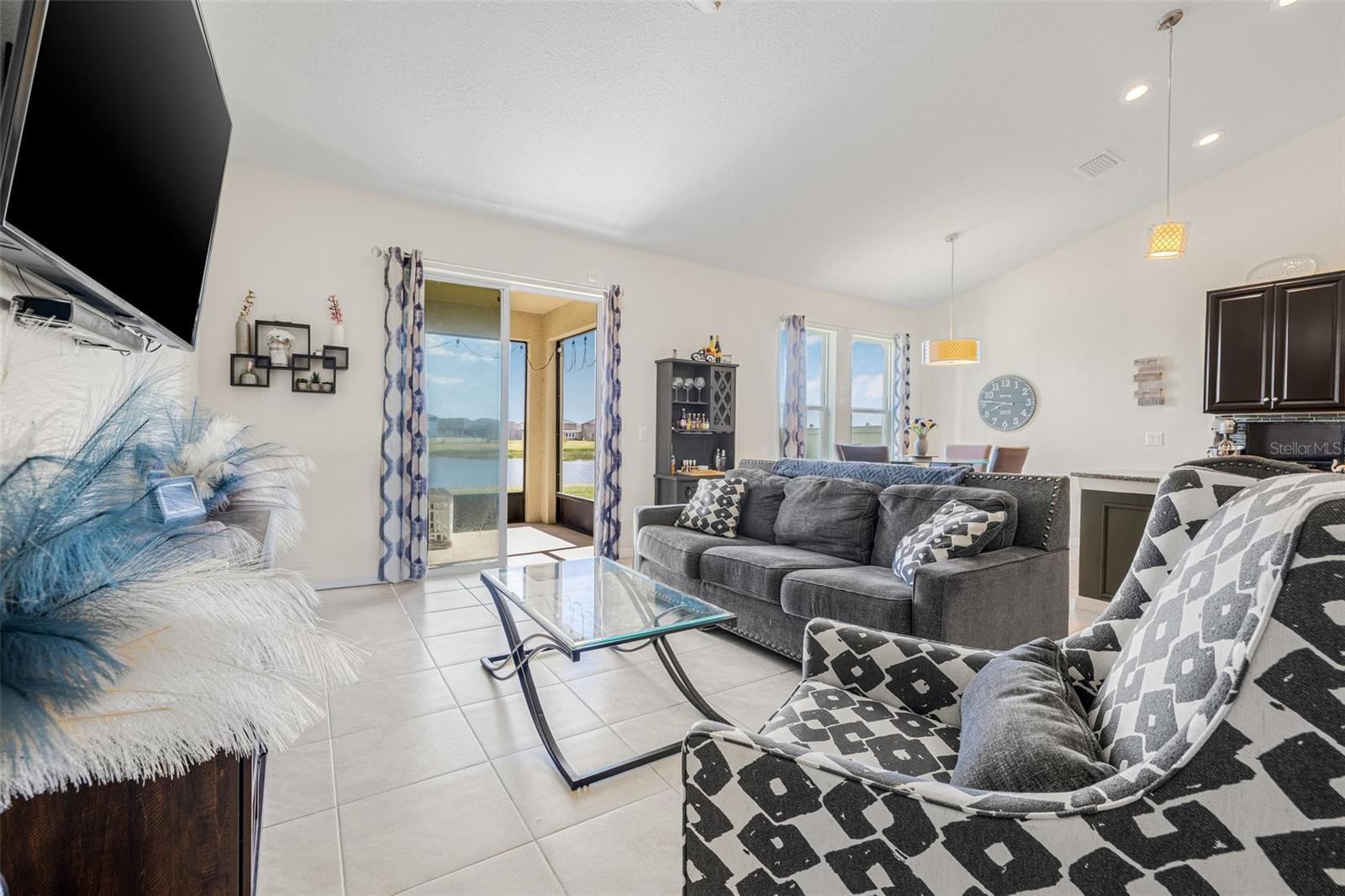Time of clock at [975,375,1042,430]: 7:46
